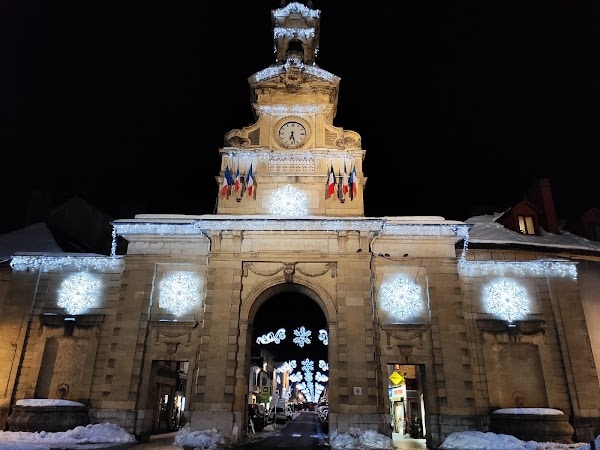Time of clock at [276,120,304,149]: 6:27
